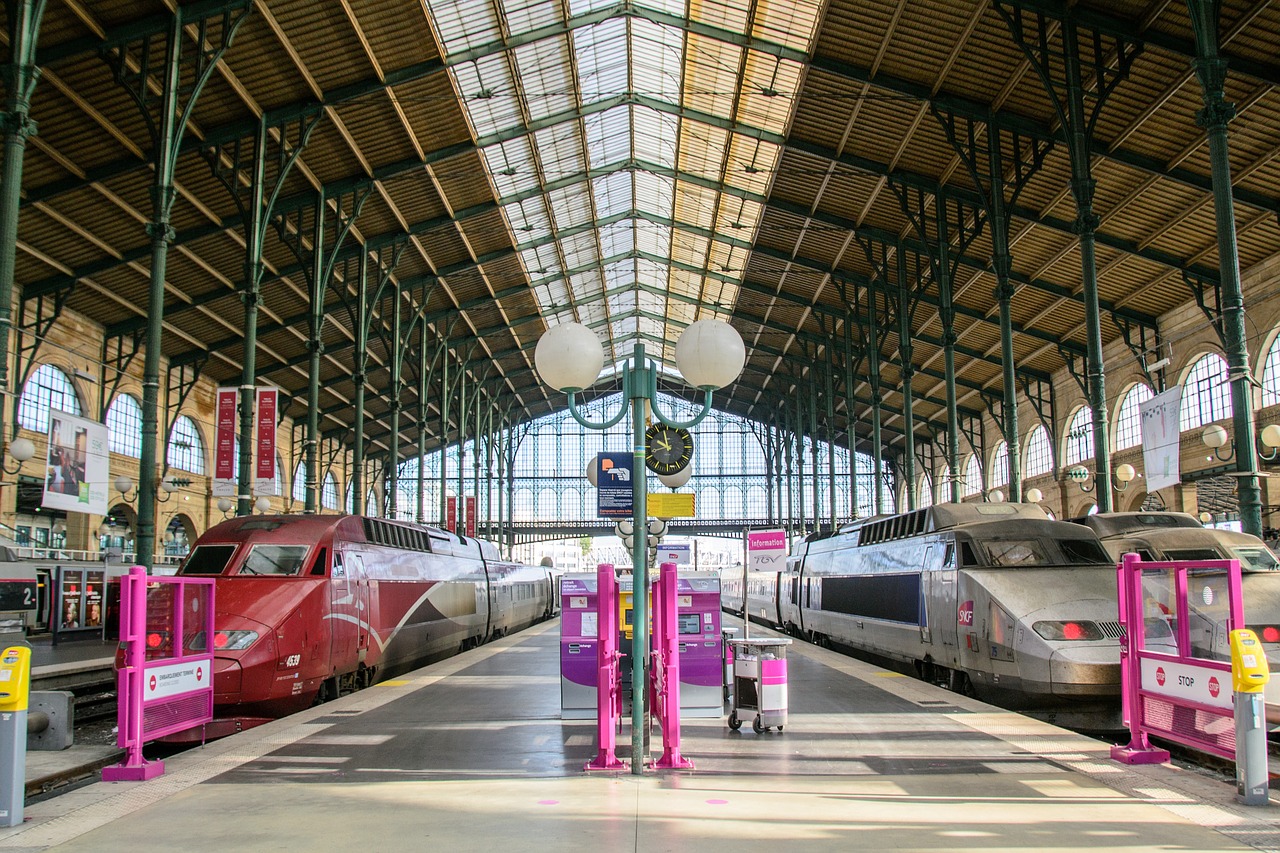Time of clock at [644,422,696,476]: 9:57
